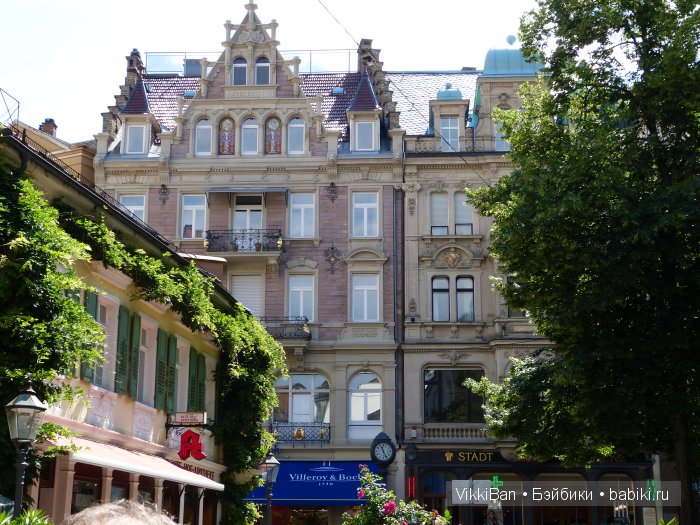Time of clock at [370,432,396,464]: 11:25
